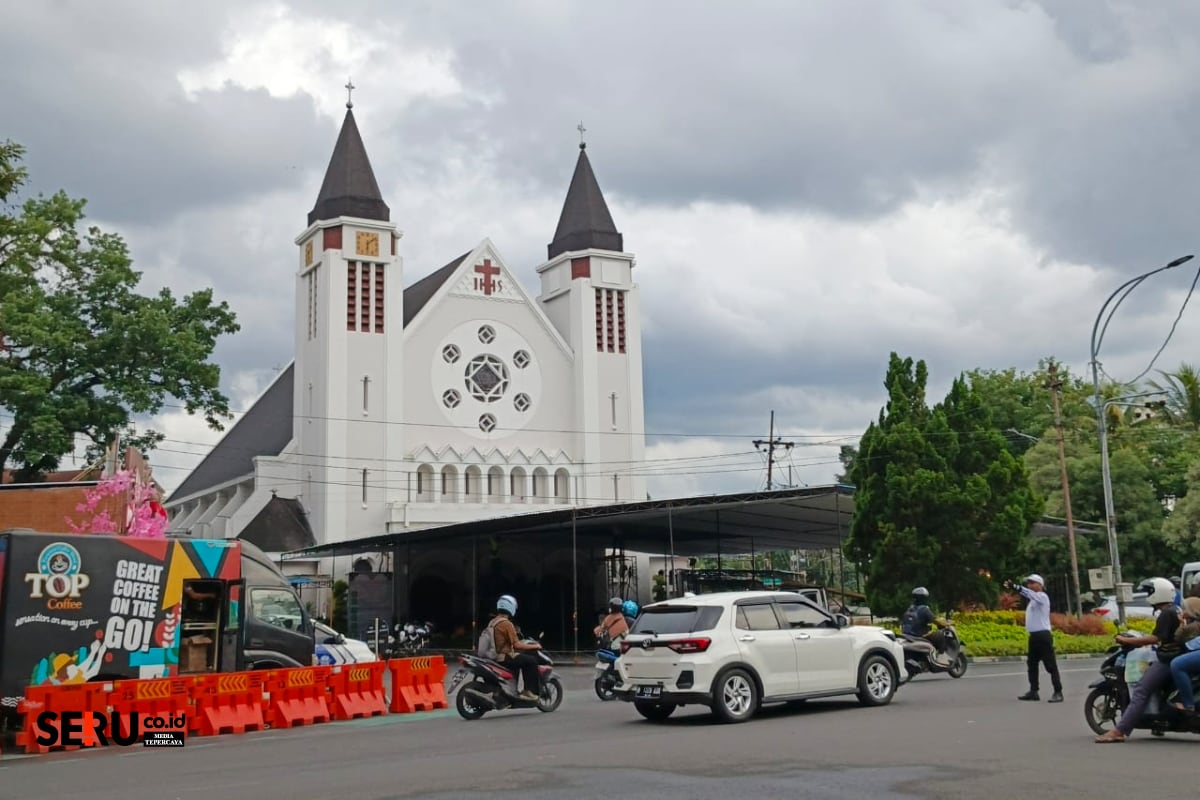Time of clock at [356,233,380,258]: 6:08
